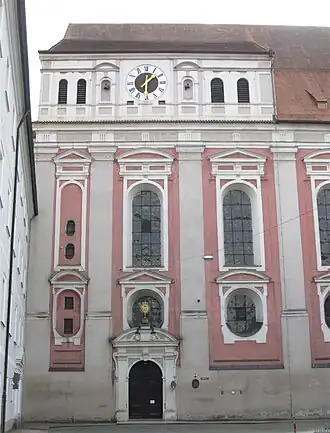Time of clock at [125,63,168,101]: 1:30
